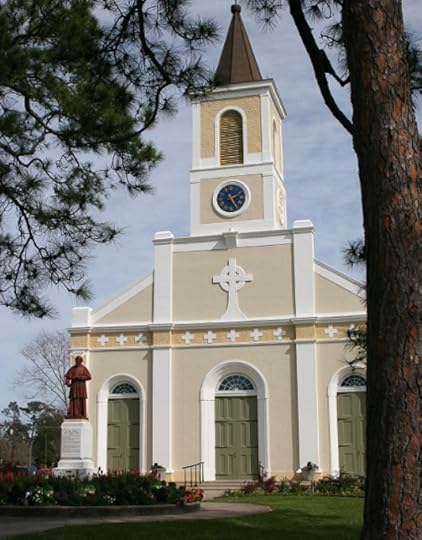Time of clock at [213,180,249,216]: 2:24
